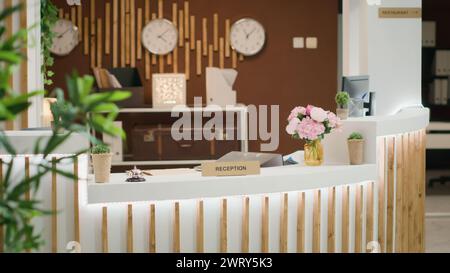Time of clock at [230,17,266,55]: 11:07
